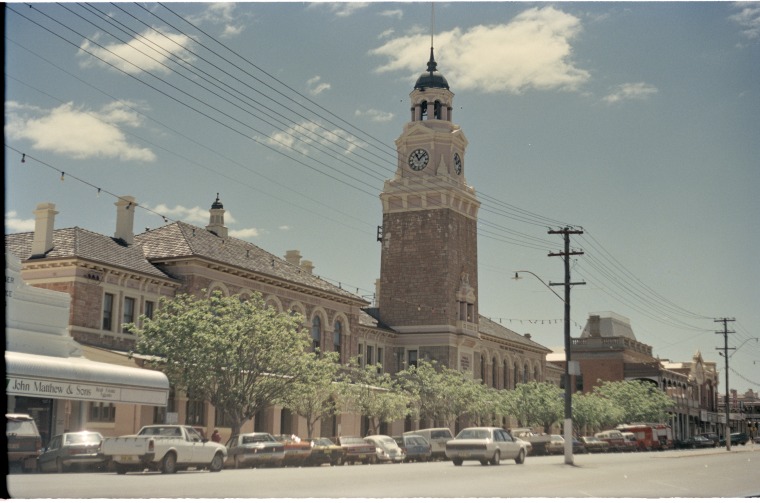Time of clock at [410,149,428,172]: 11:07
